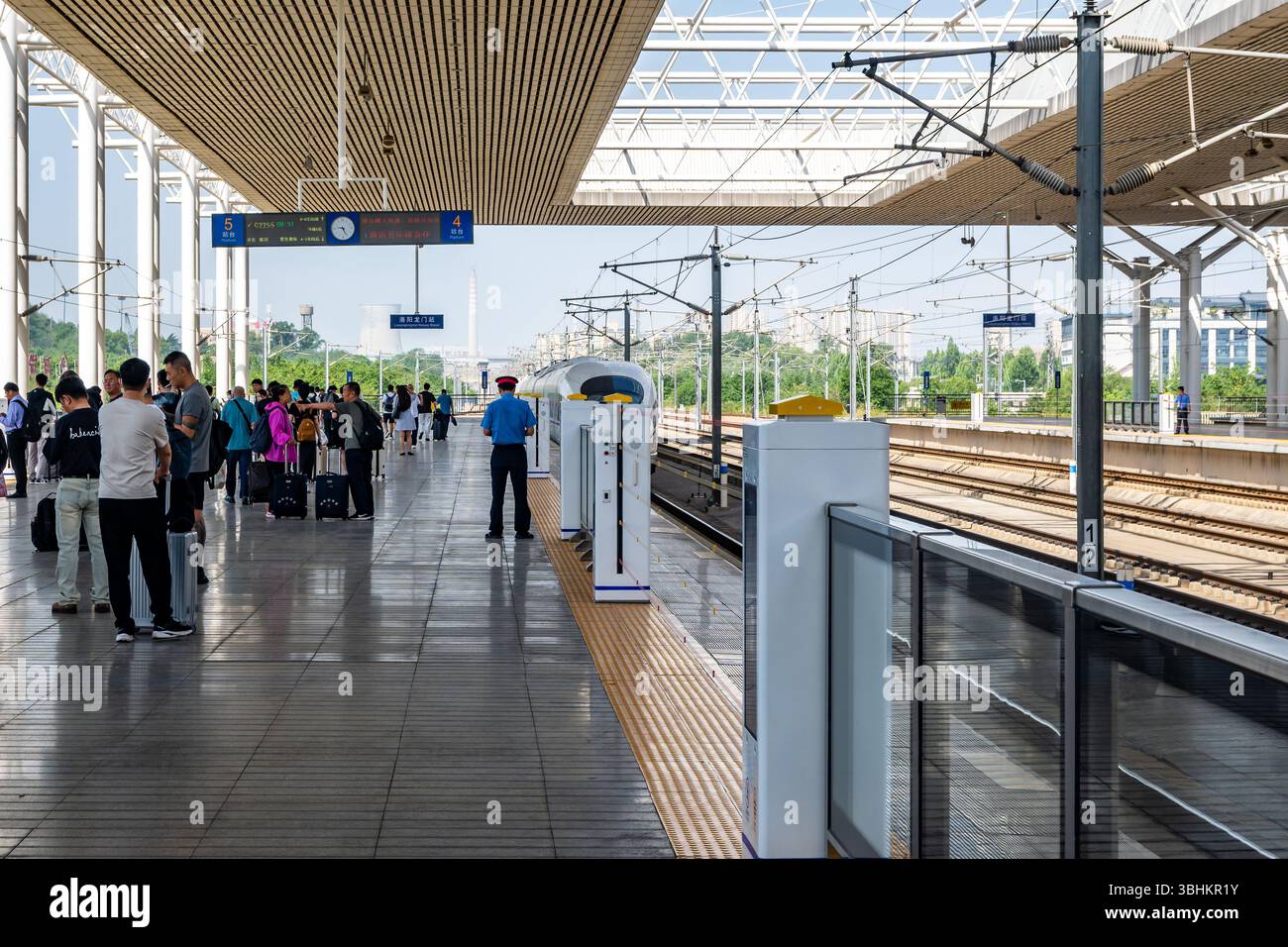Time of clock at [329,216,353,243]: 9:26
